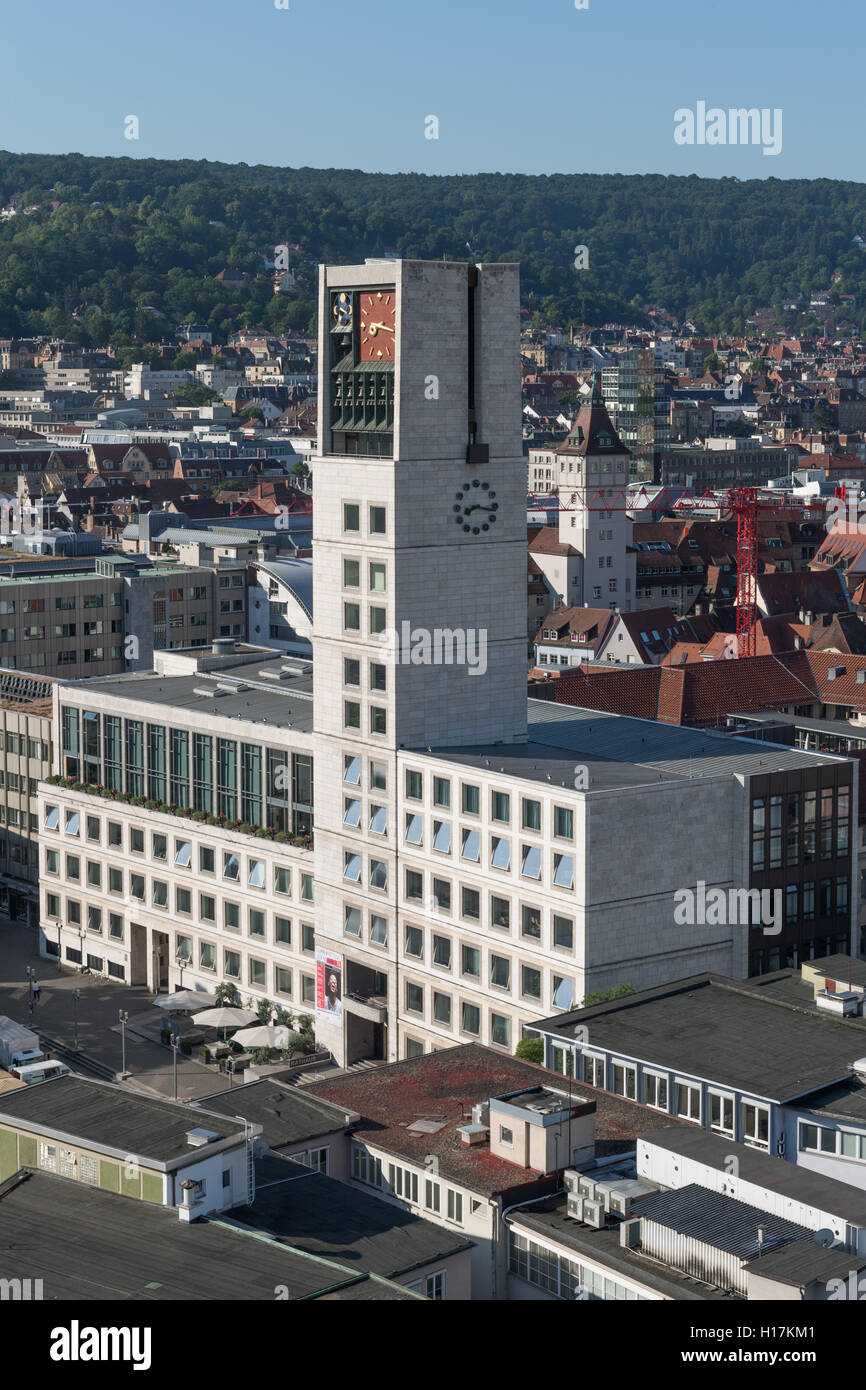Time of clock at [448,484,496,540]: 8:16
